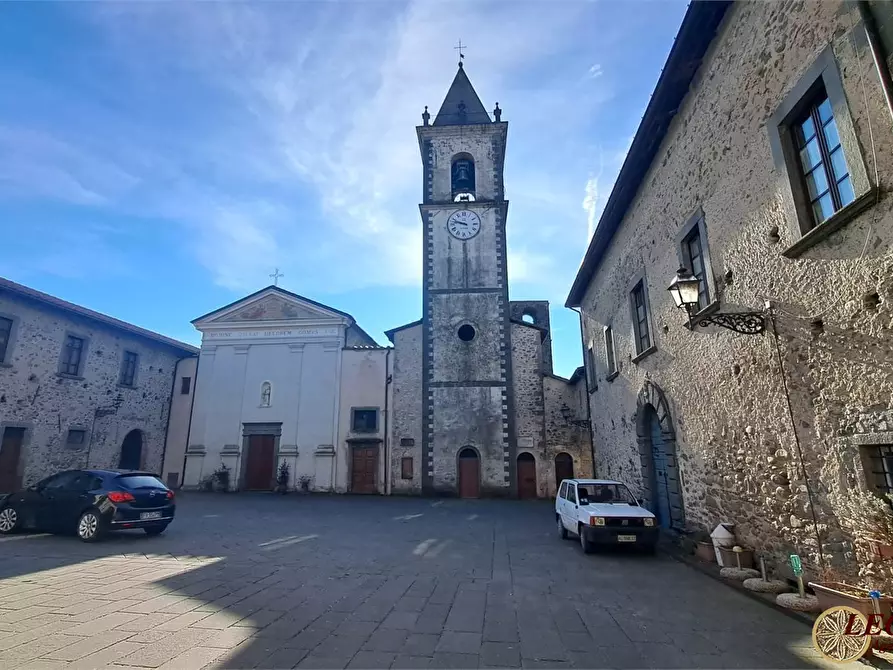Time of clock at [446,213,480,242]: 9:47
